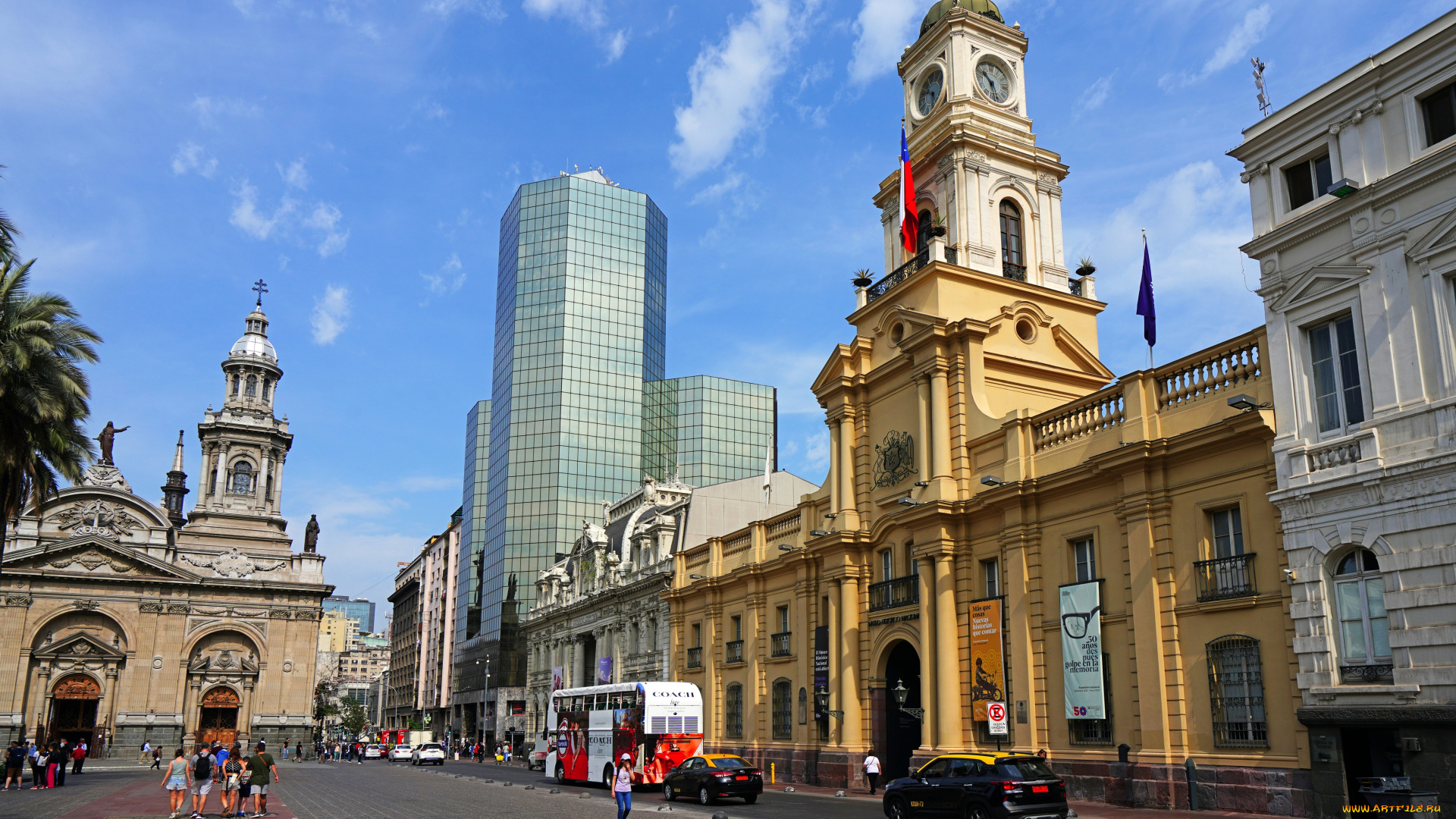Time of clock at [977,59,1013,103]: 10:28
